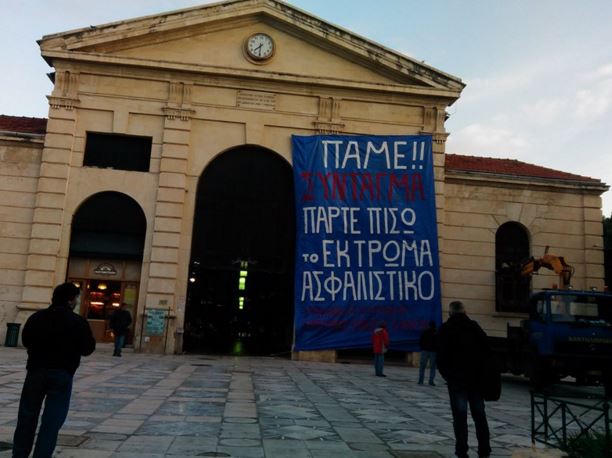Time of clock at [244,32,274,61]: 7:30
